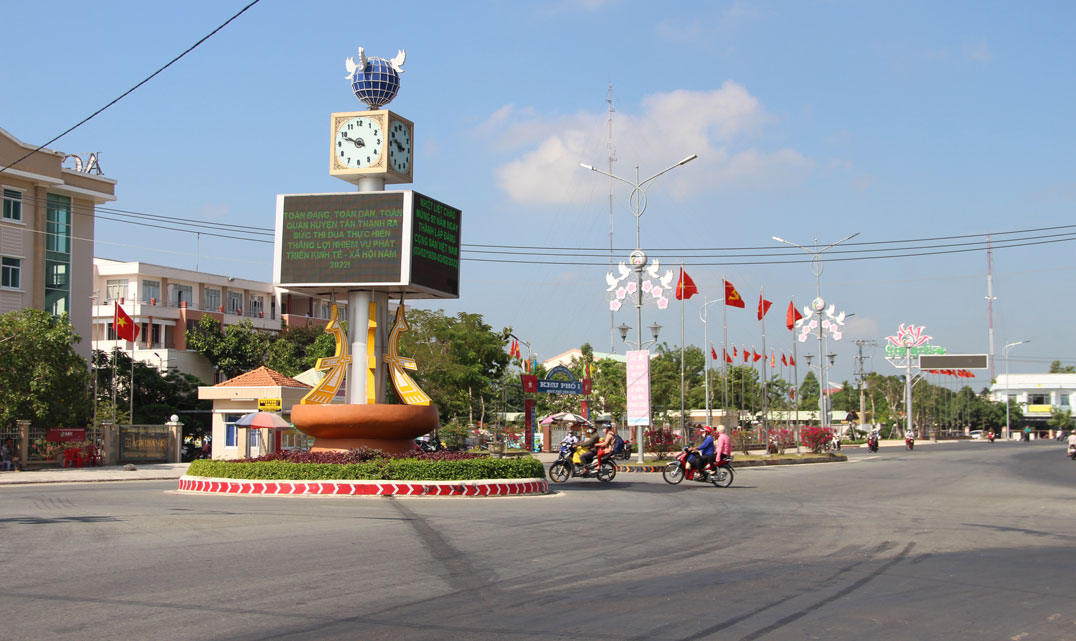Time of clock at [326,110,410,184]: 9:48
